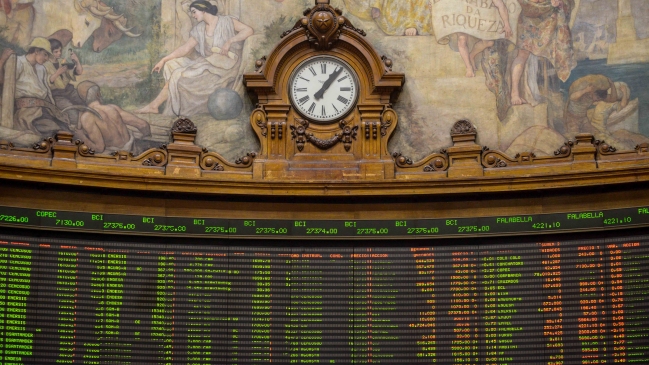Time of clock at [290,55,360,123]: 7:06
